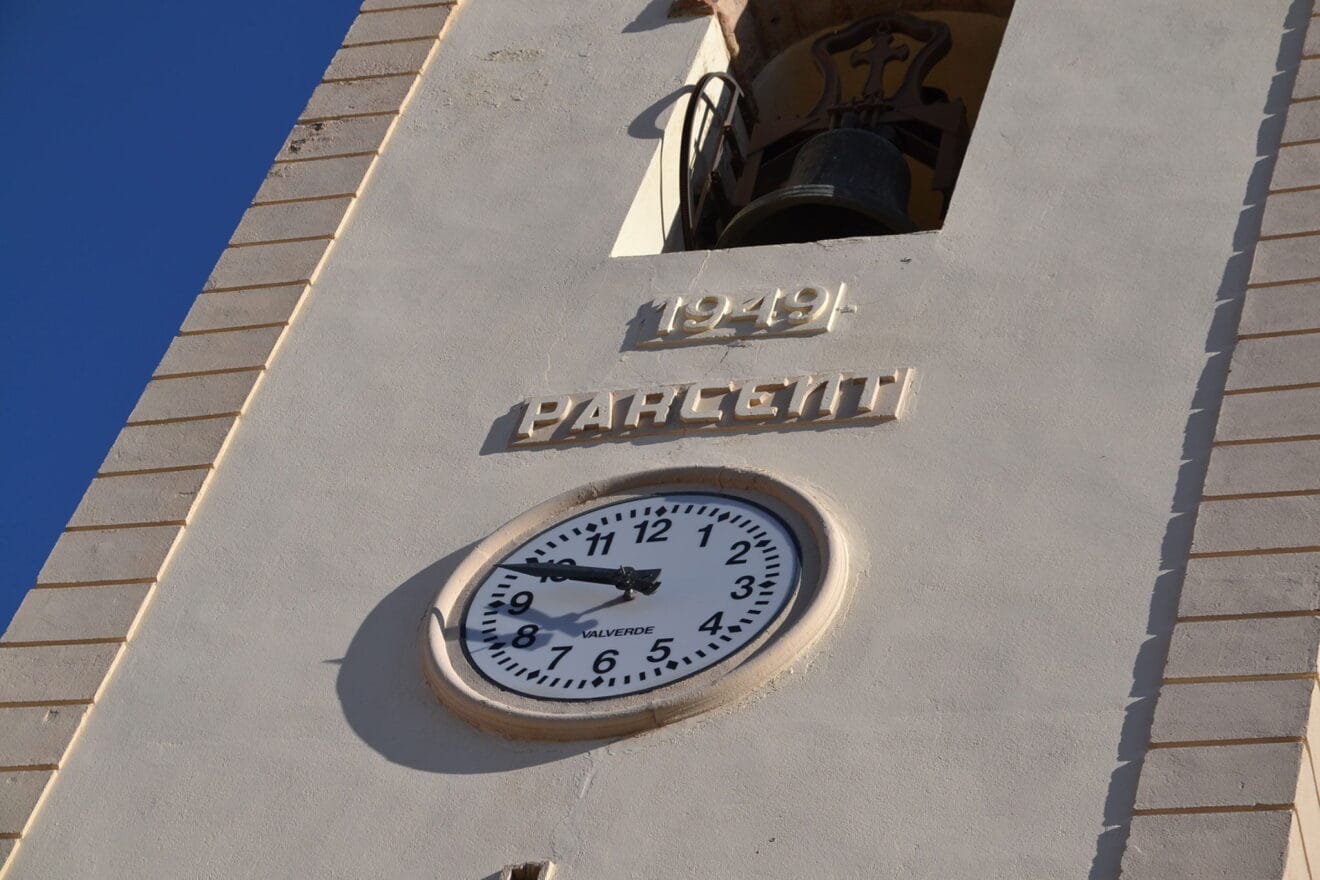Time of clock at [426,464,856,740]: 9:48
